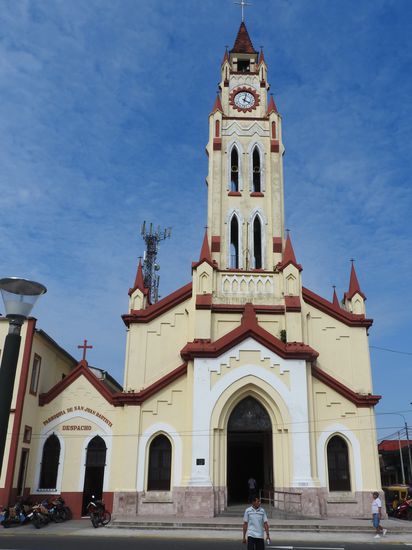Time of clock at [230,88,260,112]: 4:02
